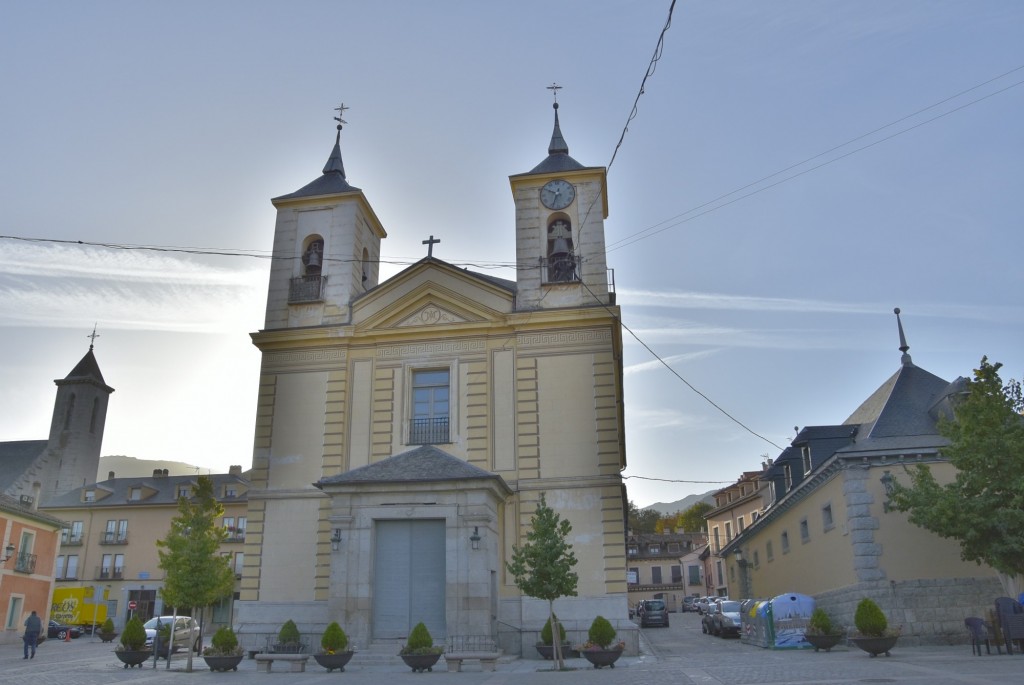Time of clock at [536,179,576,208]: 9:33
